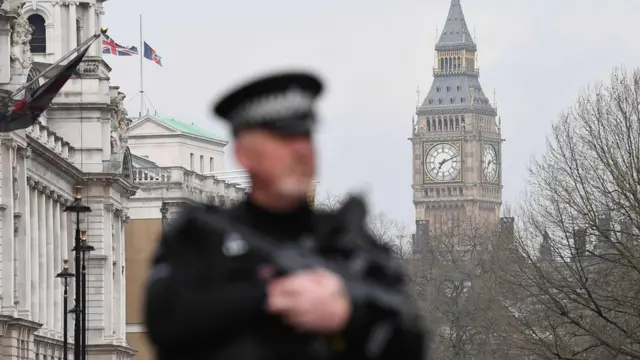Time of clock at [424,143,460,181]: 7:11
